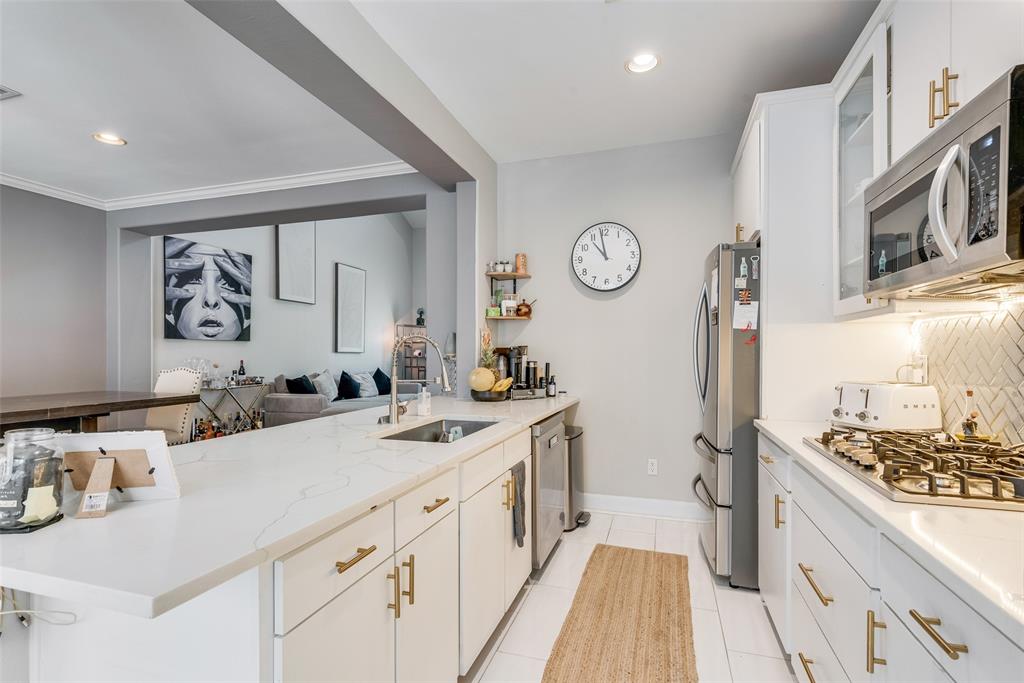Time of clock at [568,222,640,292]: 10:58
